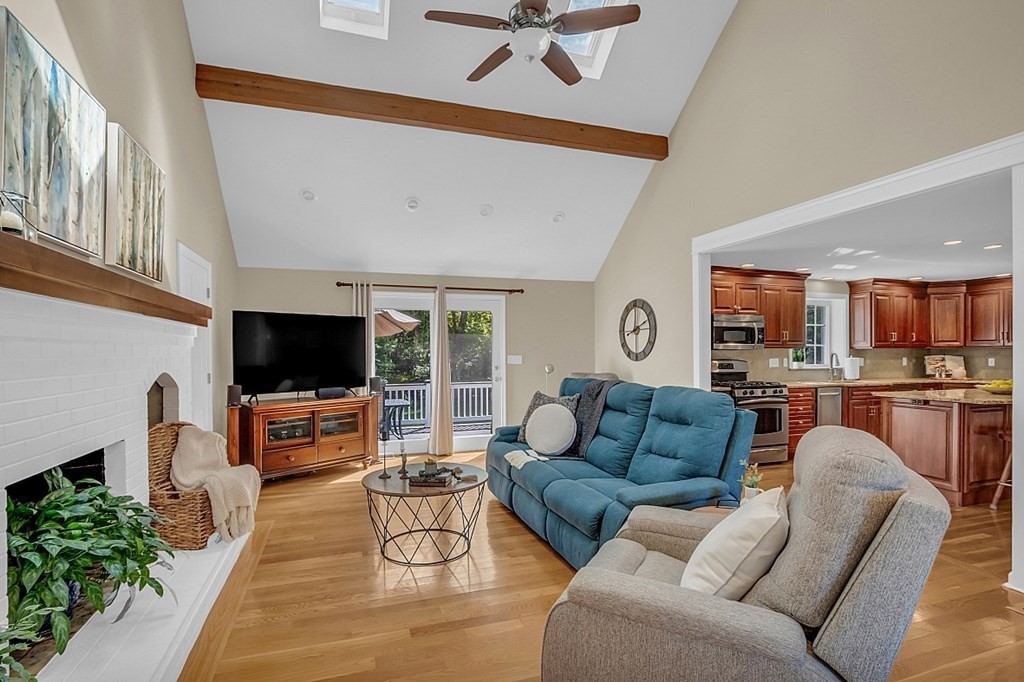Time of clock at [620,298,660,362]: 2:00
